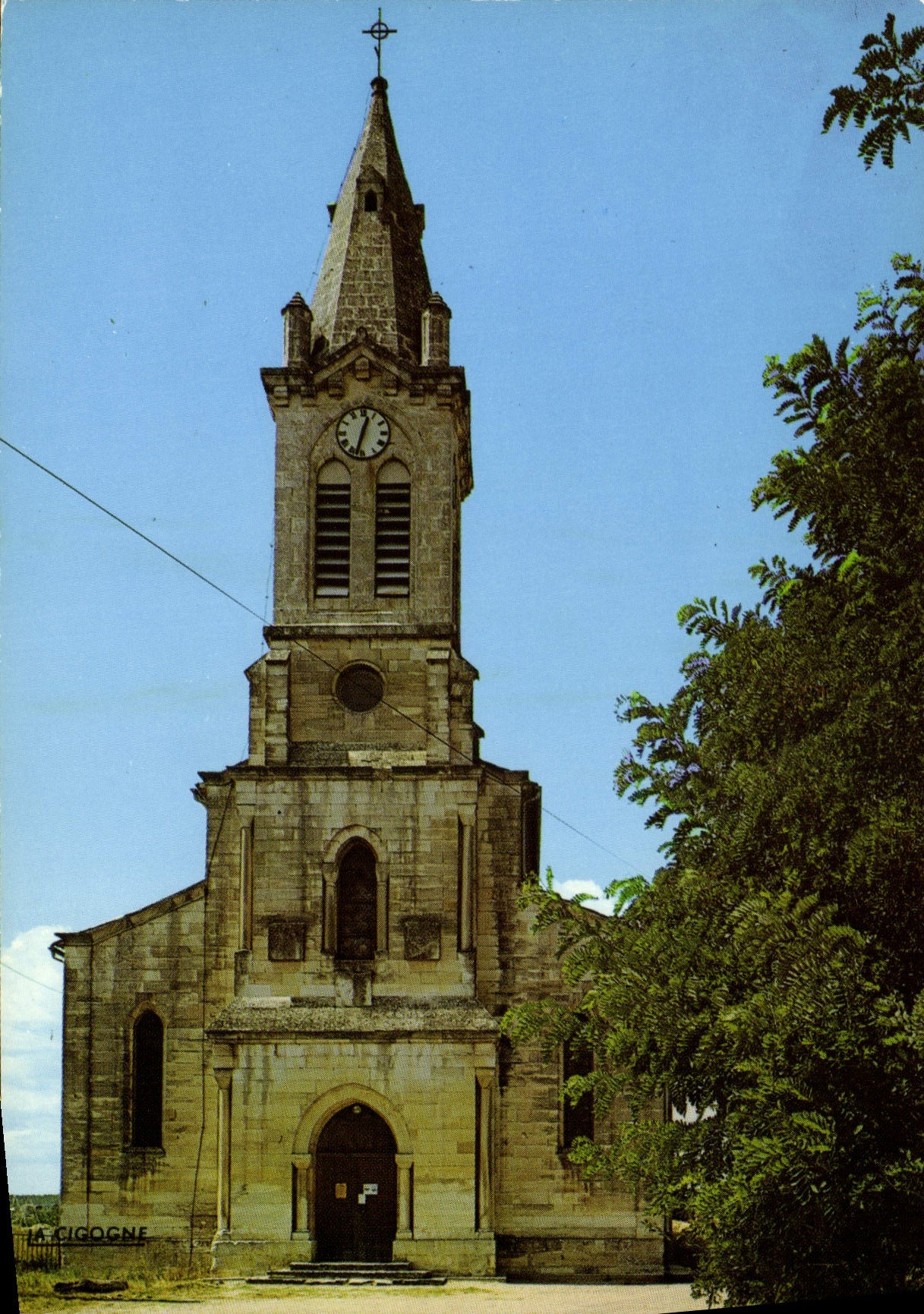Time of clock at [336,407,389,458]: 12:32
